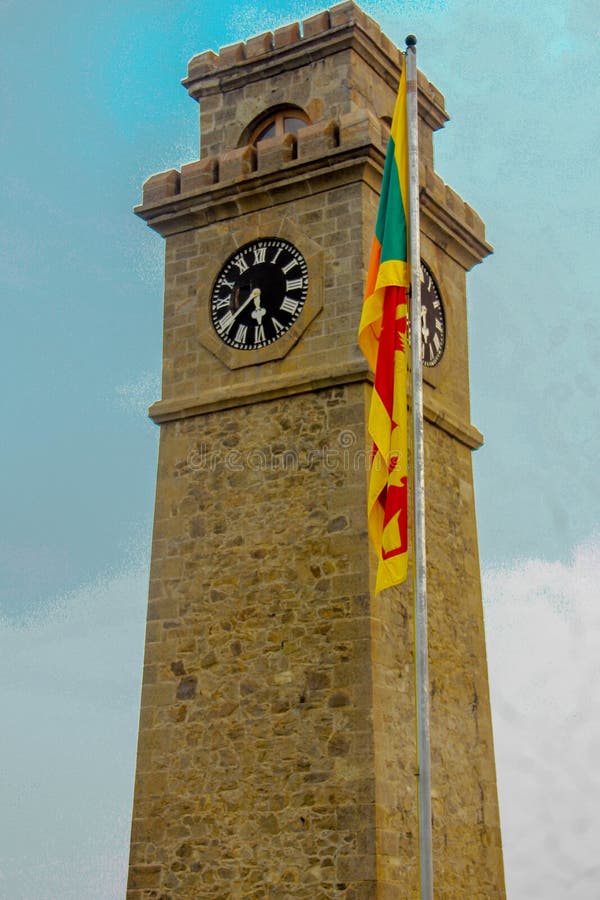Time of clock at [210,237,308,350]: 5:38
